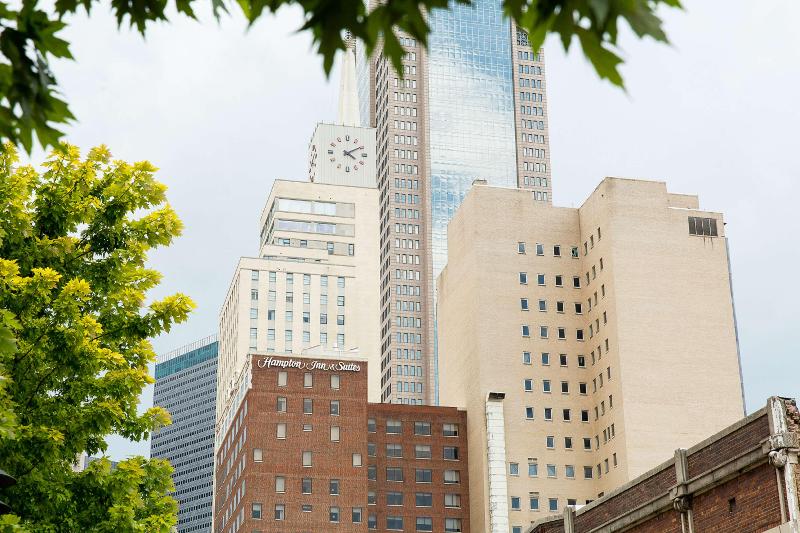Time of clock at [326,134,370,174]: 4:09
